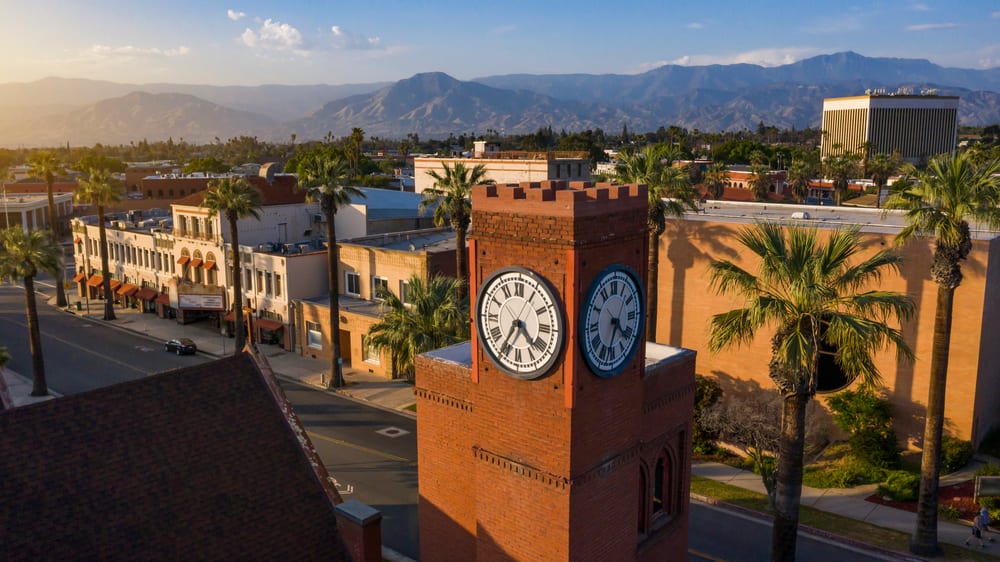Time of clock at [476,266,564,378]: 4:35
